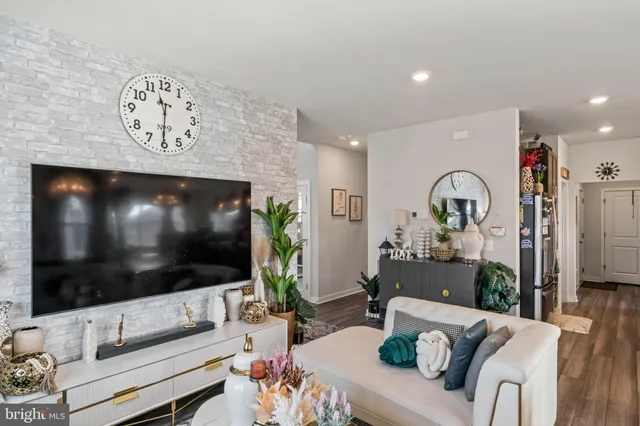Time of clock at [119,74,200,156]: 11:30
